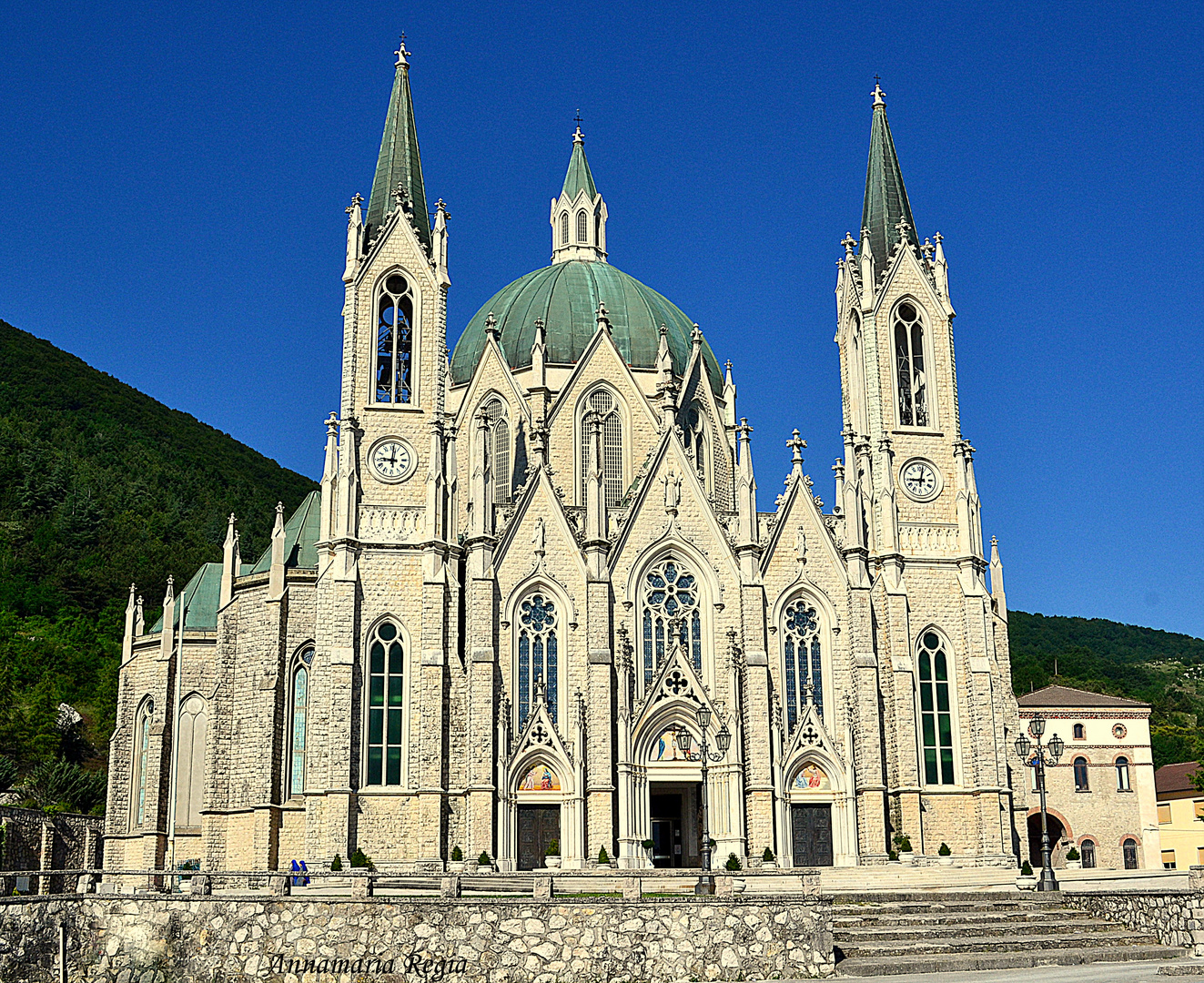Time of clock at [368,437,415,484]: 9:01
